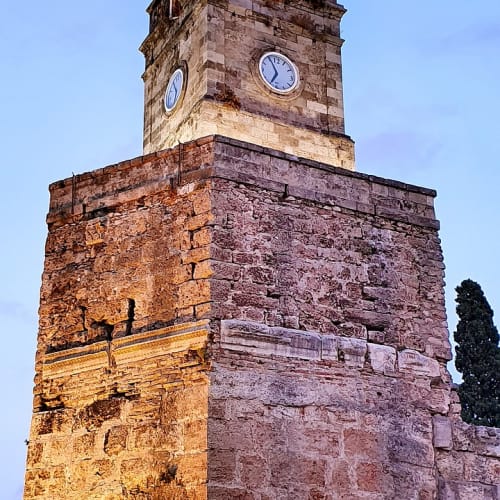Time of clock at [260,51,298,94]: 6:56
